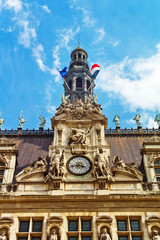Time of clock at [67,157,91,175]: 3:42
